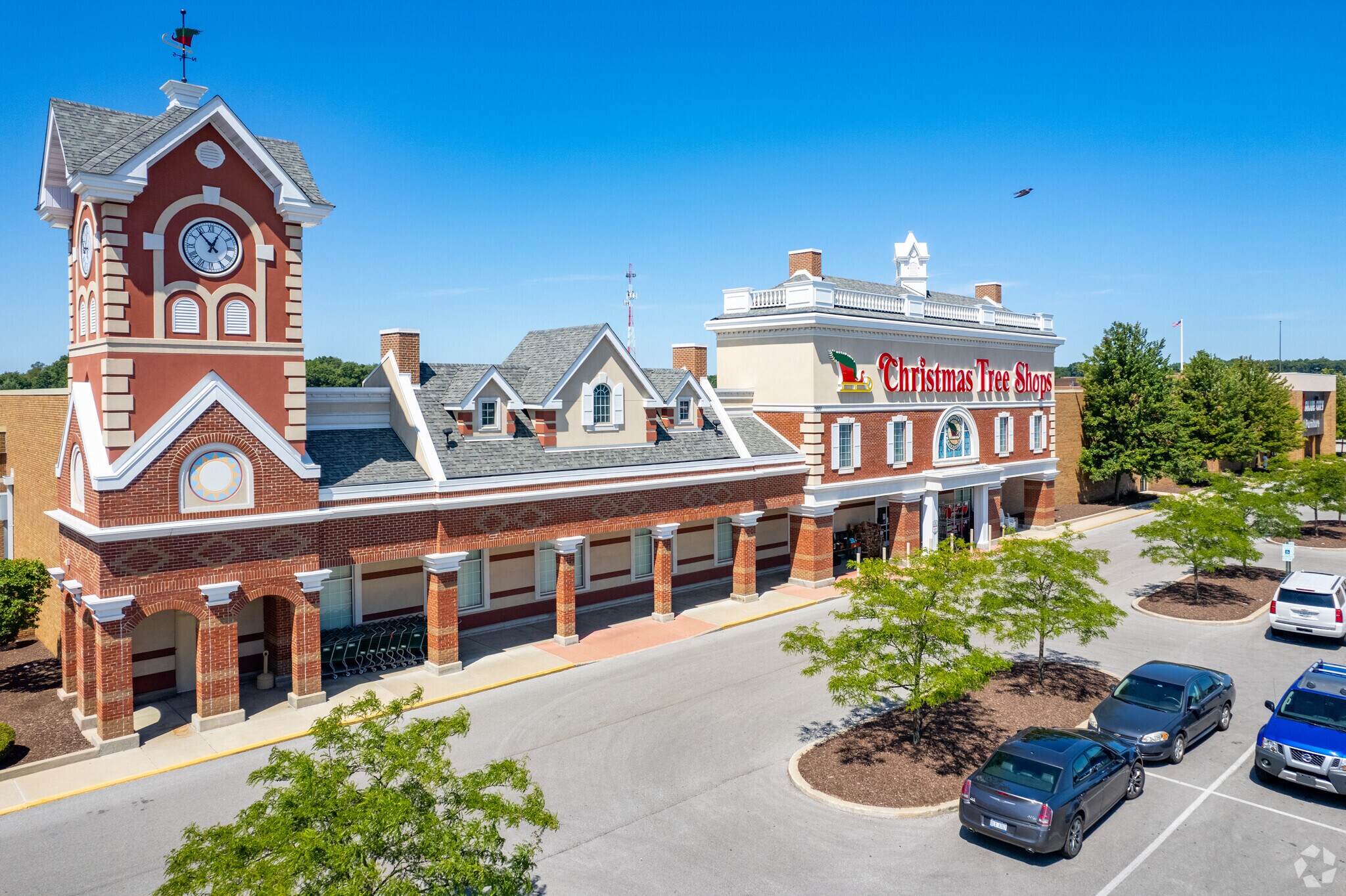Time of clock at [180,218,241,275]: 12:53
